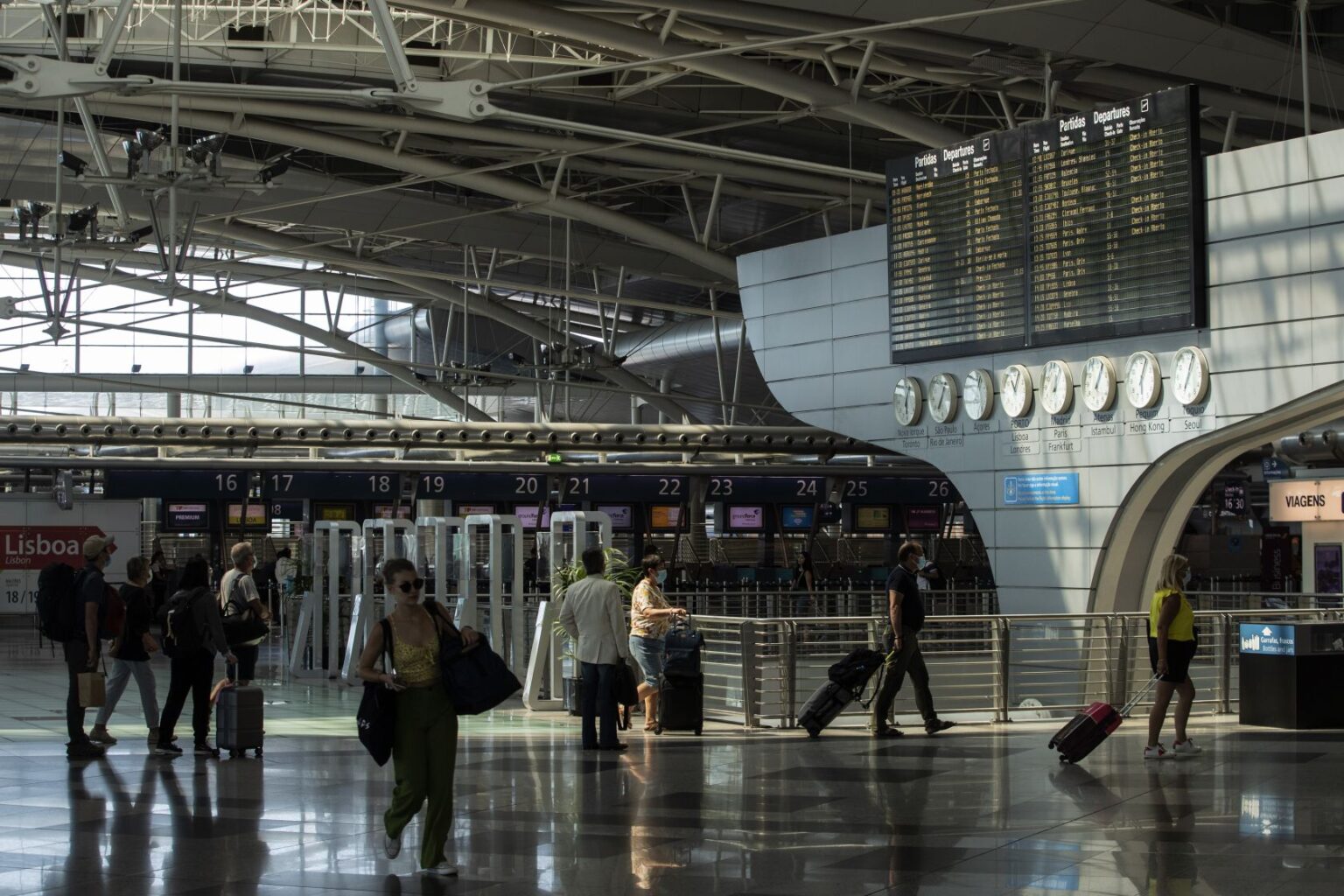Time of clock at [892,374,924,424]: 6:03
